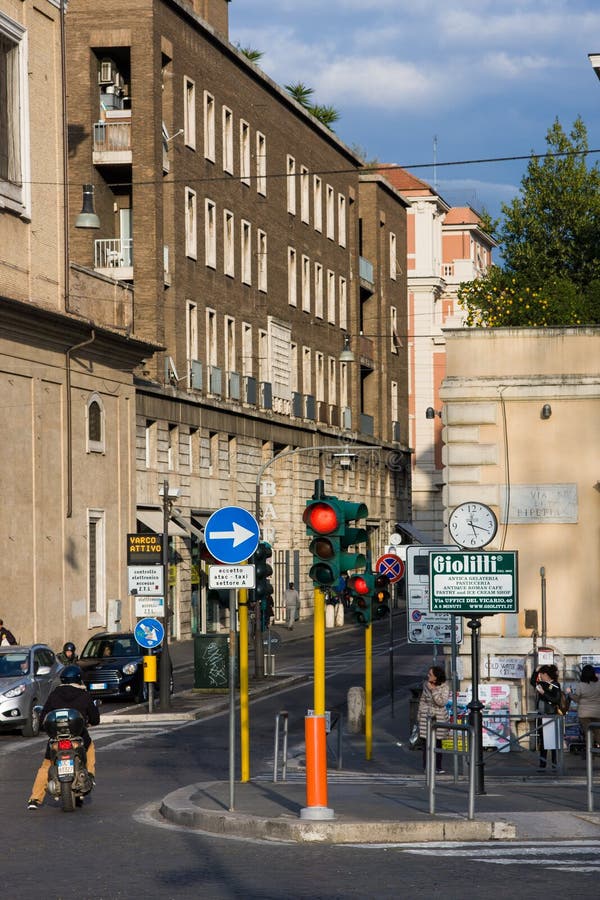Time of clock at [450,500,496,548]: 5:18
